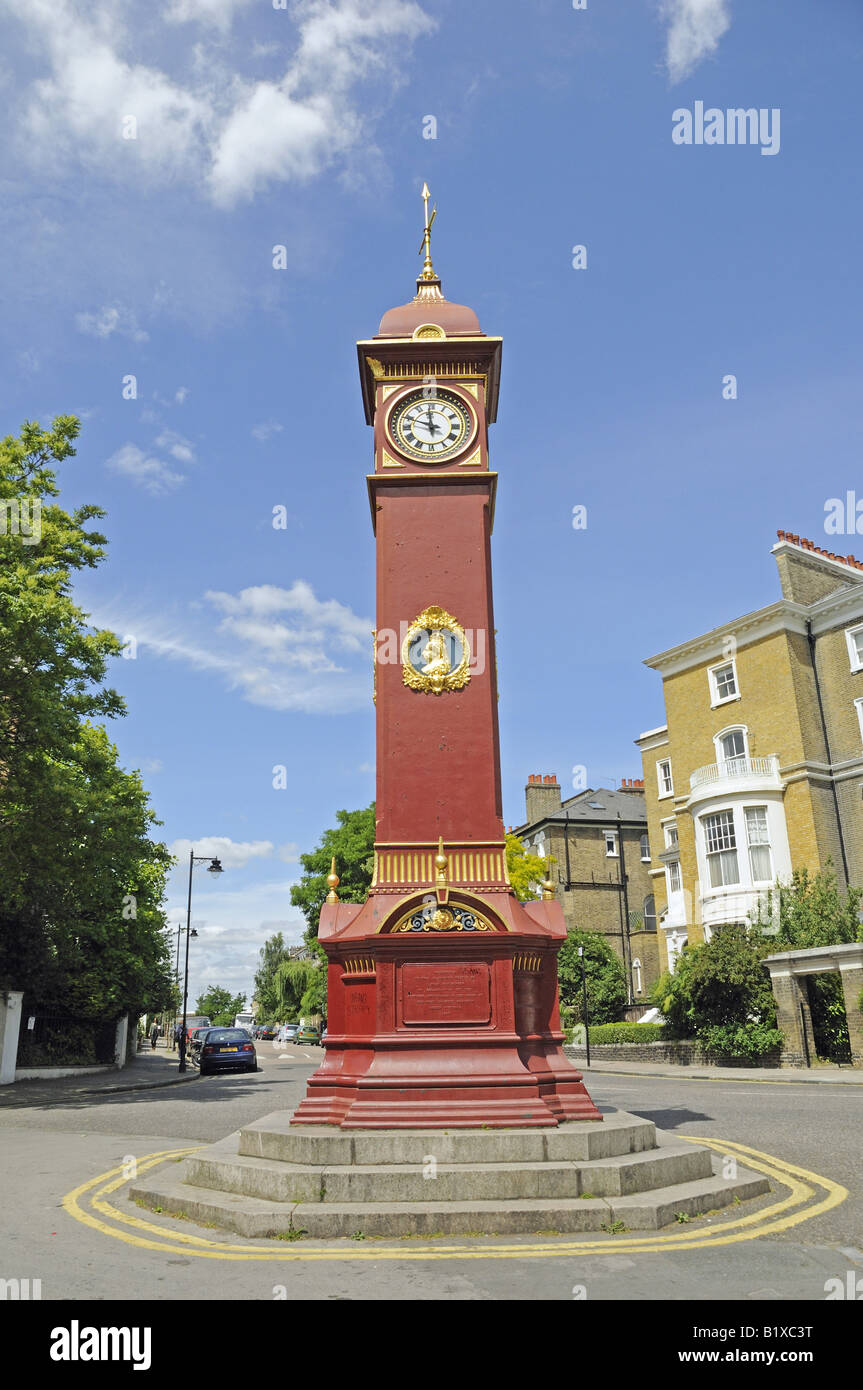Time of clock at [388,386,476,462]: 11:48
